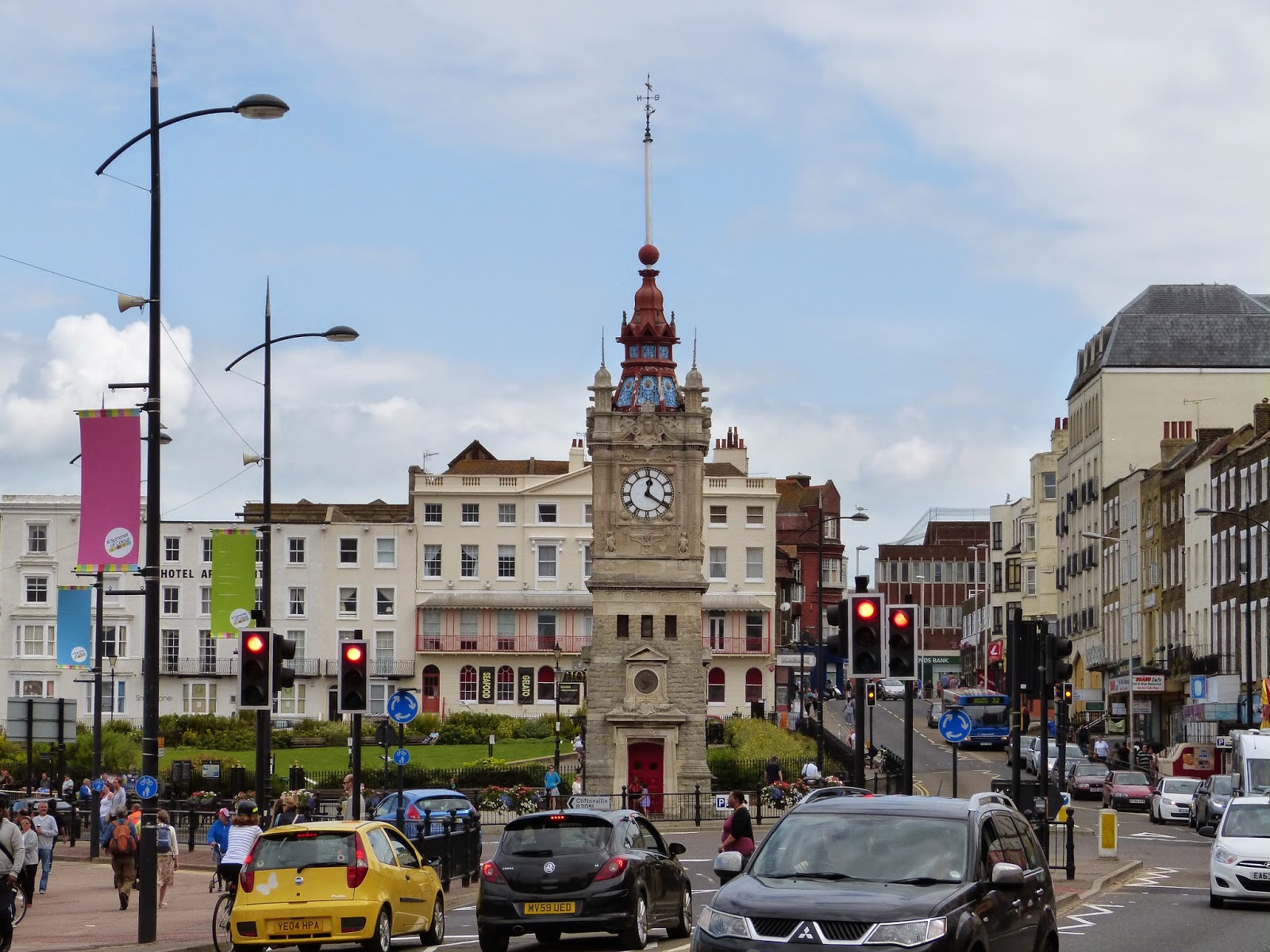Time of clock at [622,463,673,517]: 12:20
